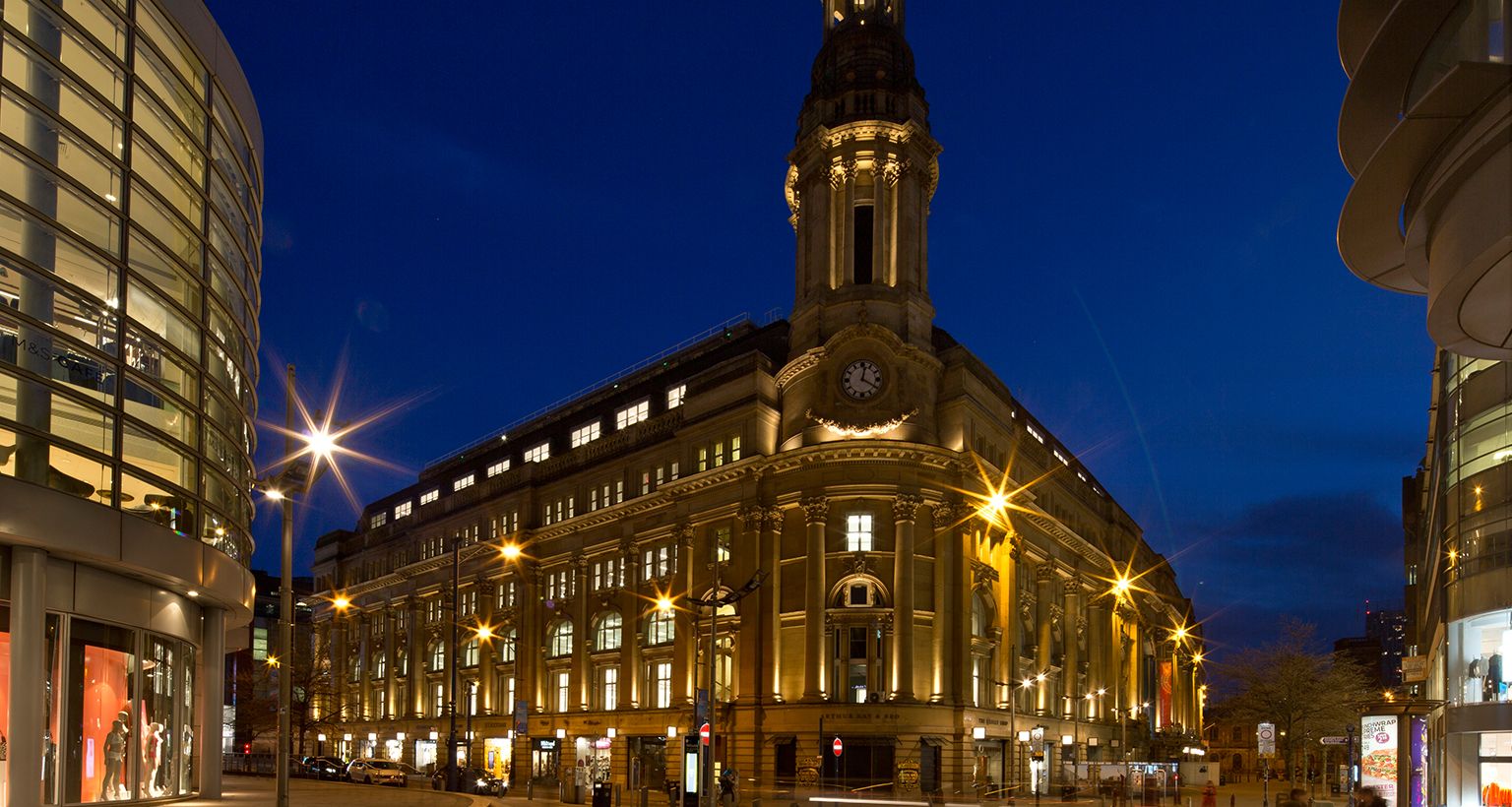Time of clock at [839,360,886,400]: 12:20
